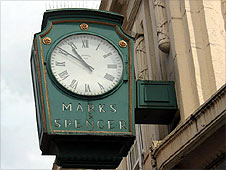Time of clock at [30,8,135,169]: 10:50
